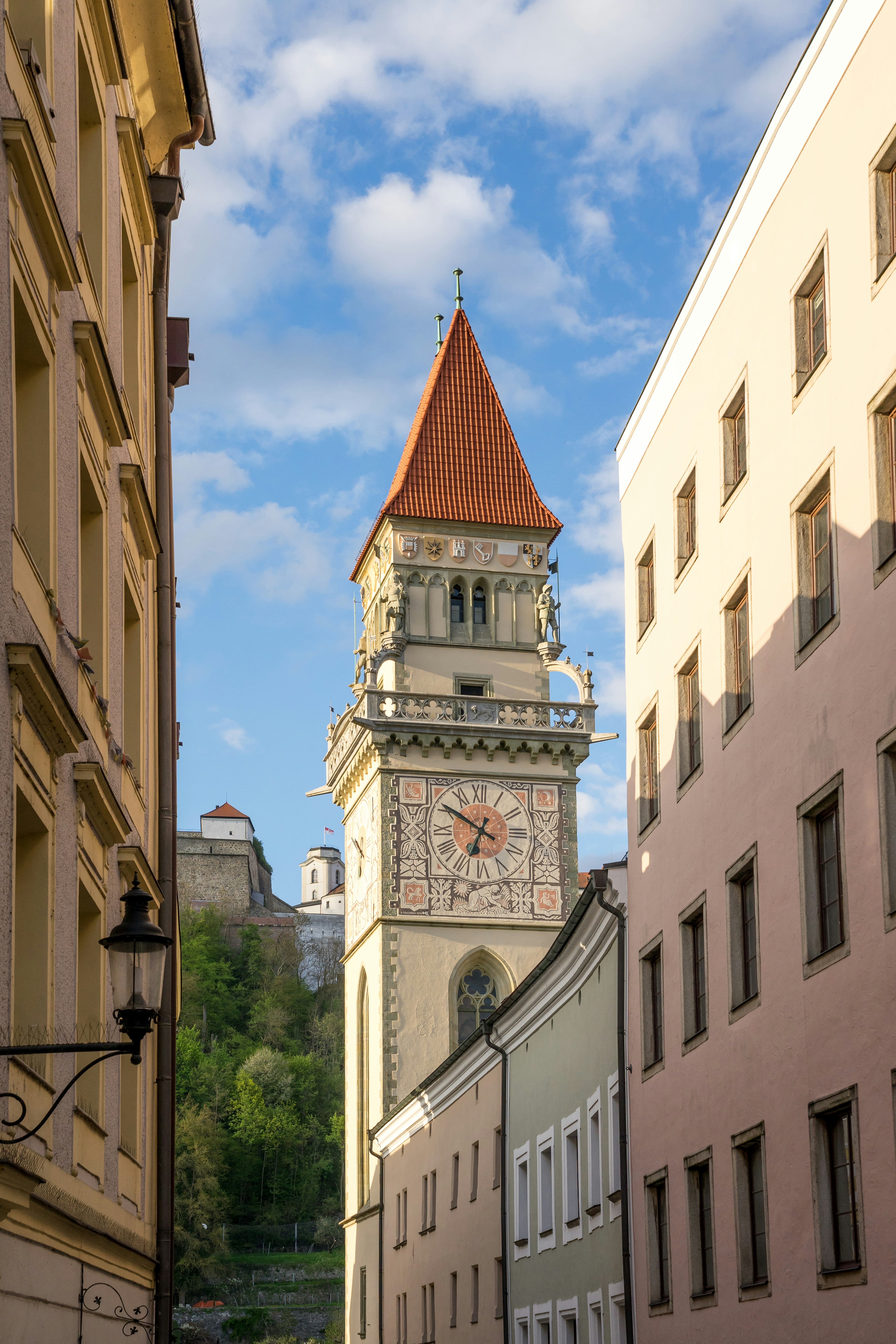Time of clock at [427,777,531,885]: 6:50
